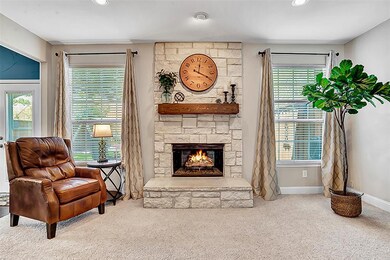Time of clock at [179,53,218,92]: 12:19
